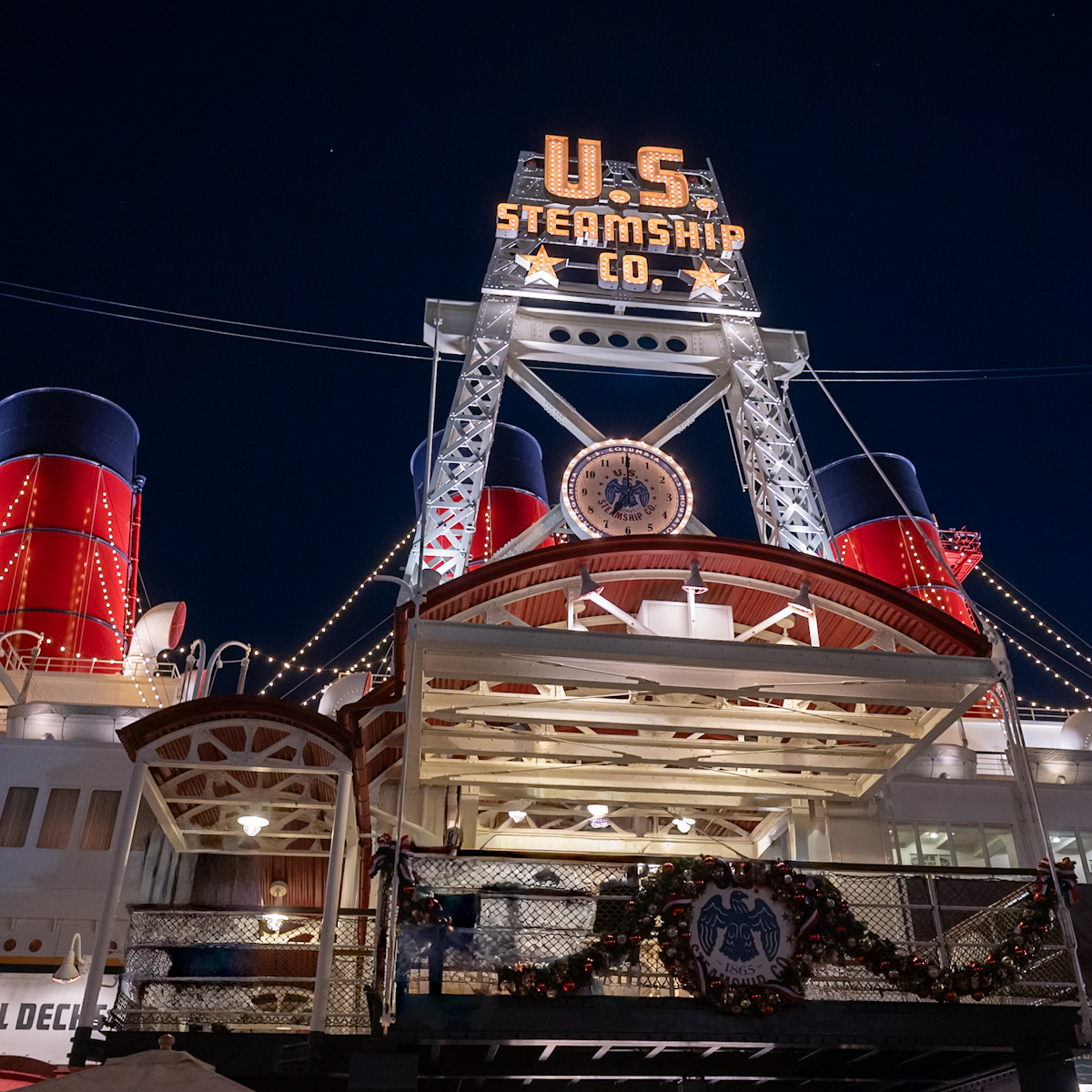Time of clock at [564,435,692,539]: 7:00
